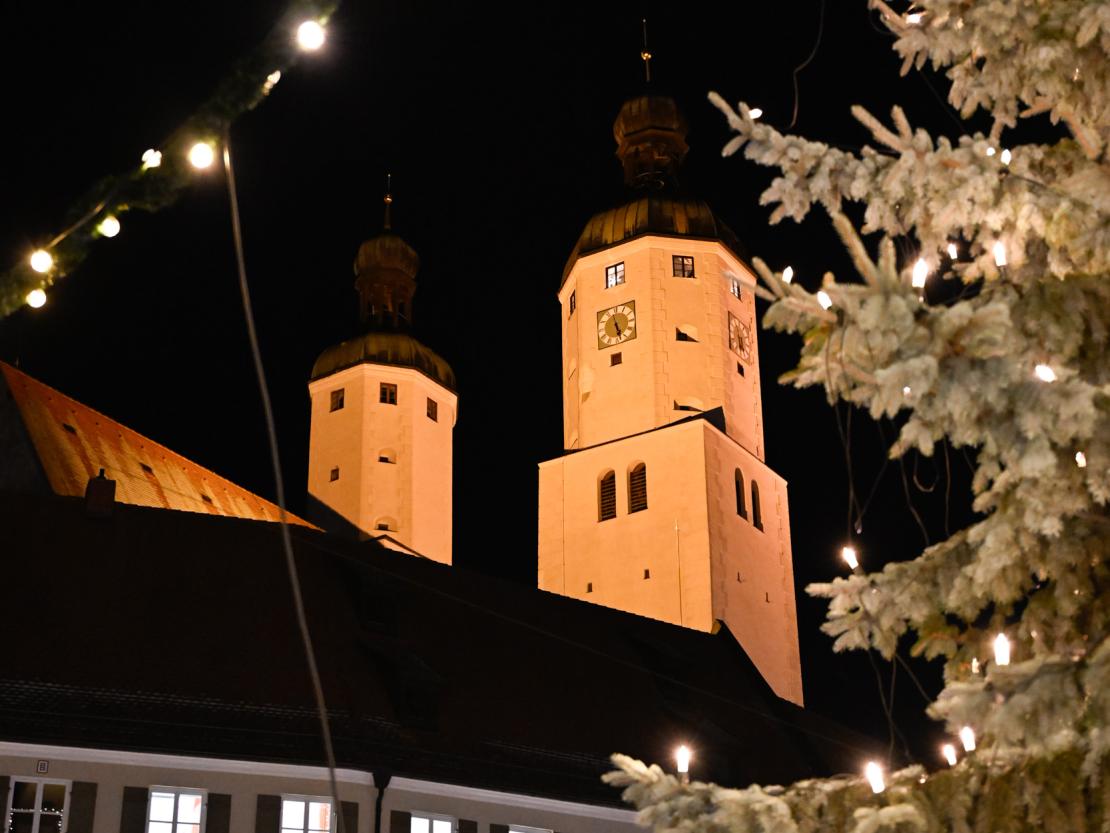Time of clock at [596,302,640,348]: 5:27
